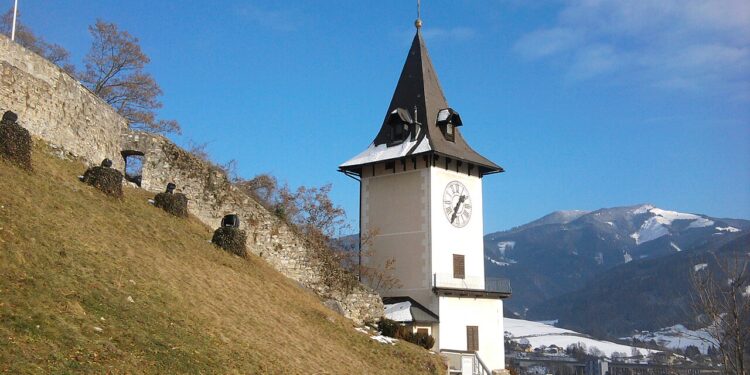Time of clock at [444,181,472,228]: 1:35
